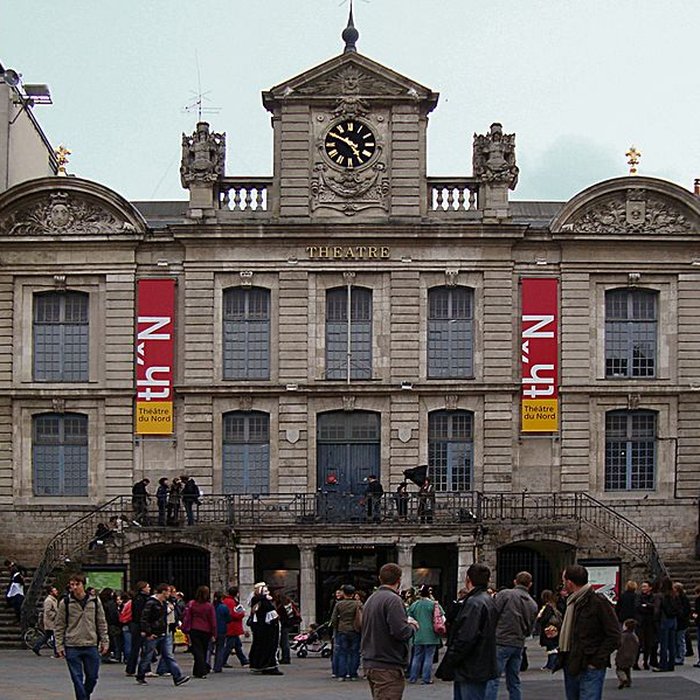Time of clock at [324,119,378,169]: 4:49
